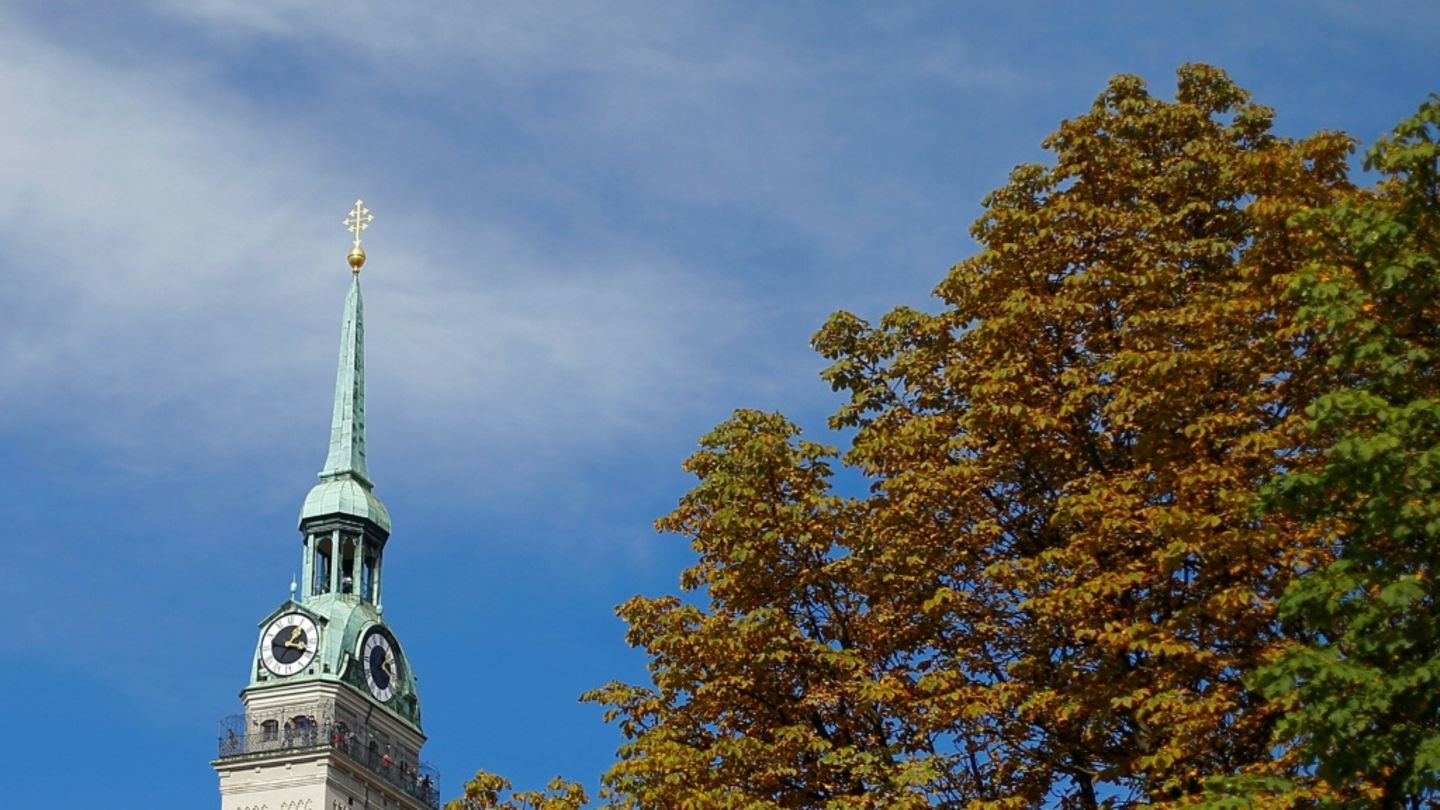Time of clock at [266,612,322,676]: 1:18
